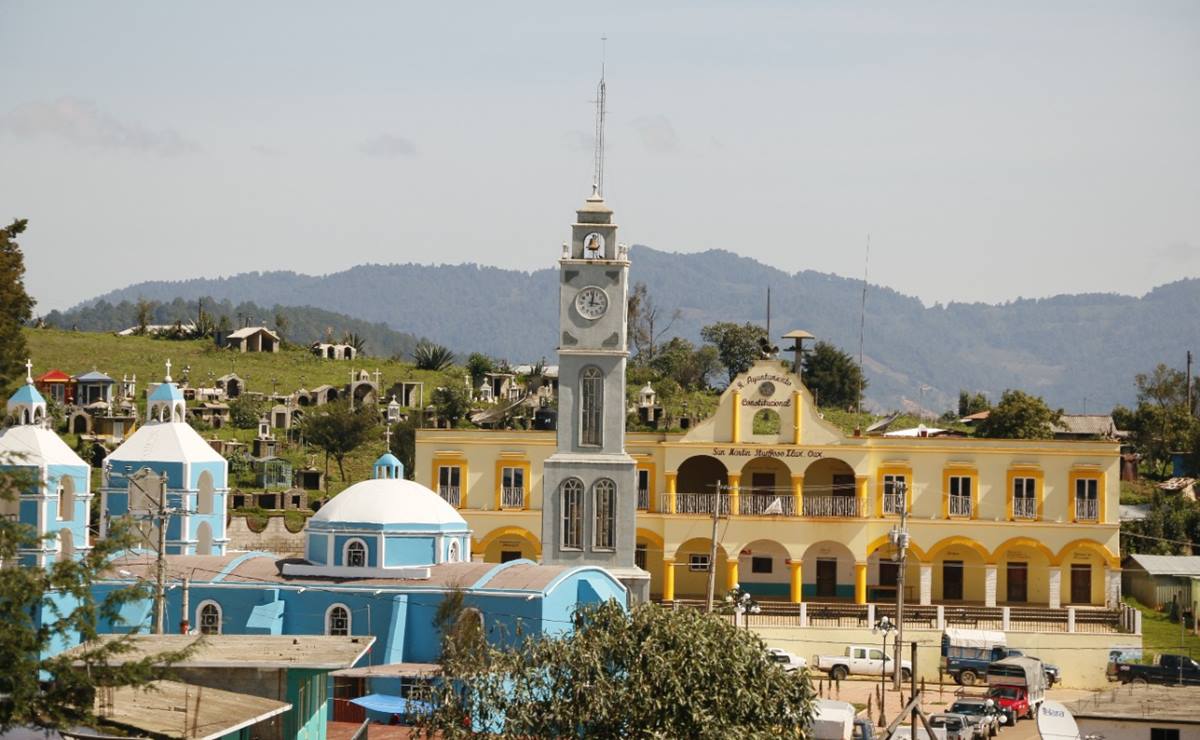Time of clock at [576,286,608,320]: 3:01
